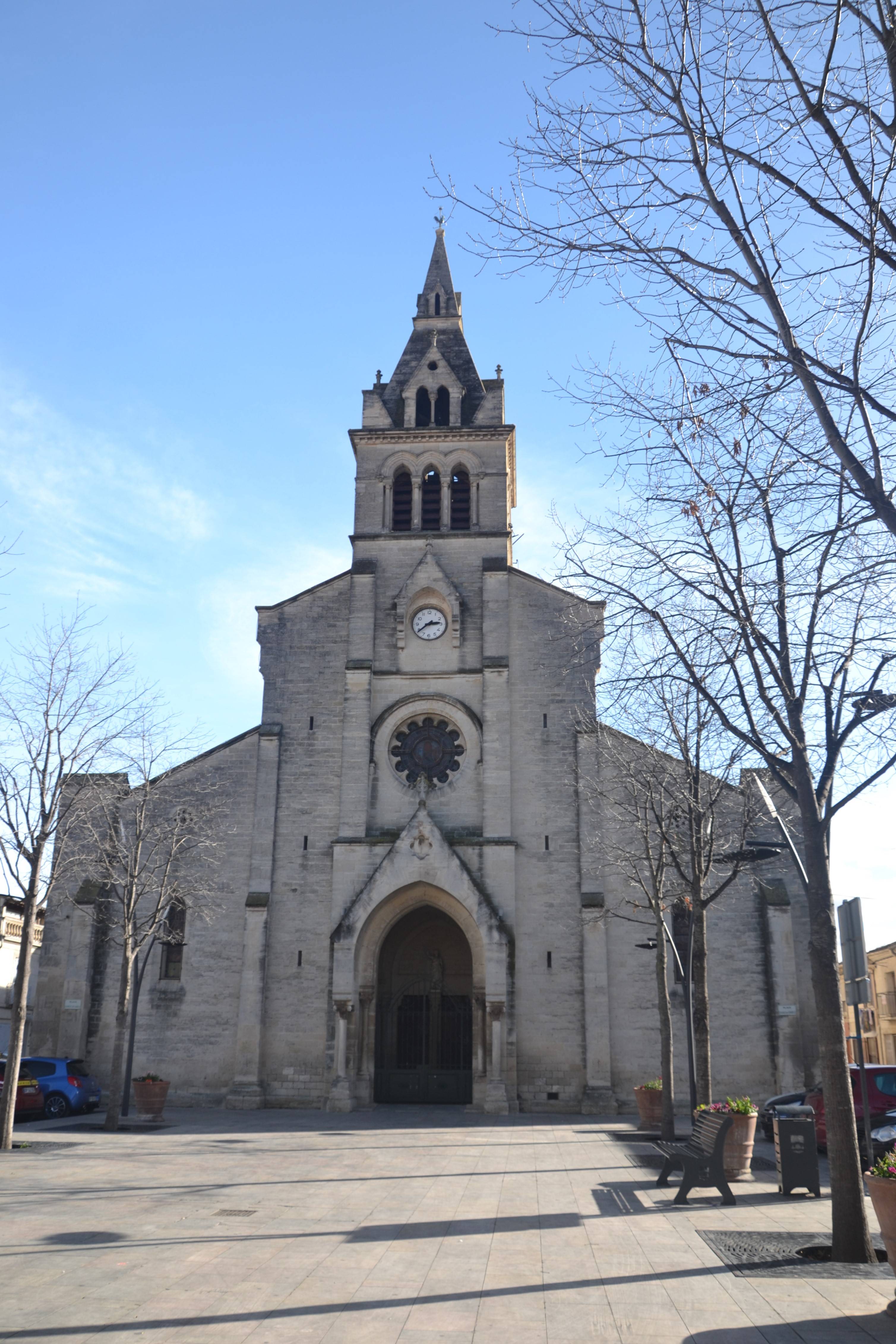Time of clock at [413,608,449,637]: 2:38
